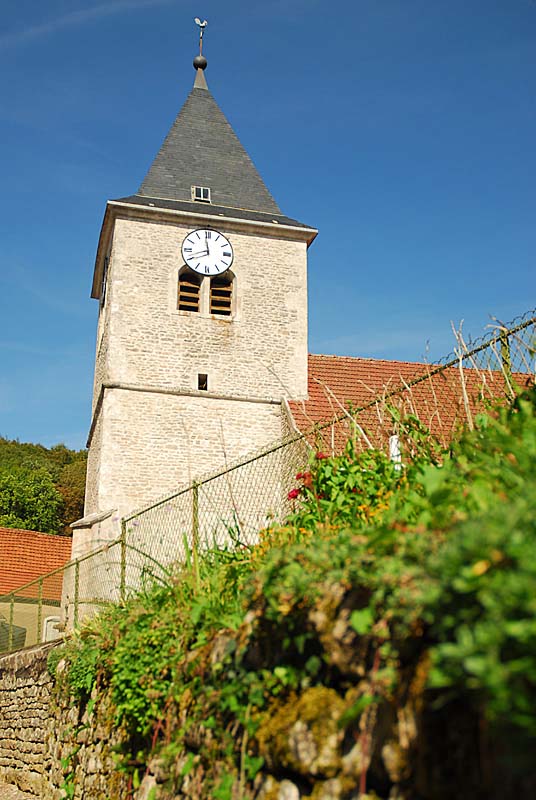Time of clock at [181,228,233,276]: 11:41
